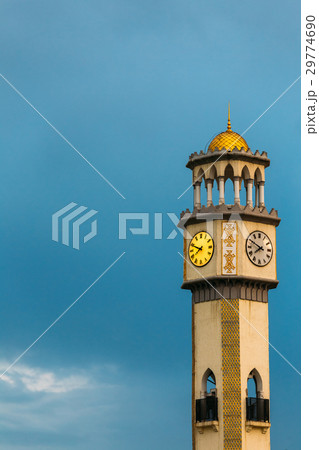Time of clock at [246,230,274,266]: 7:49
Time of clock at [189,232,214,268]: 7:48
